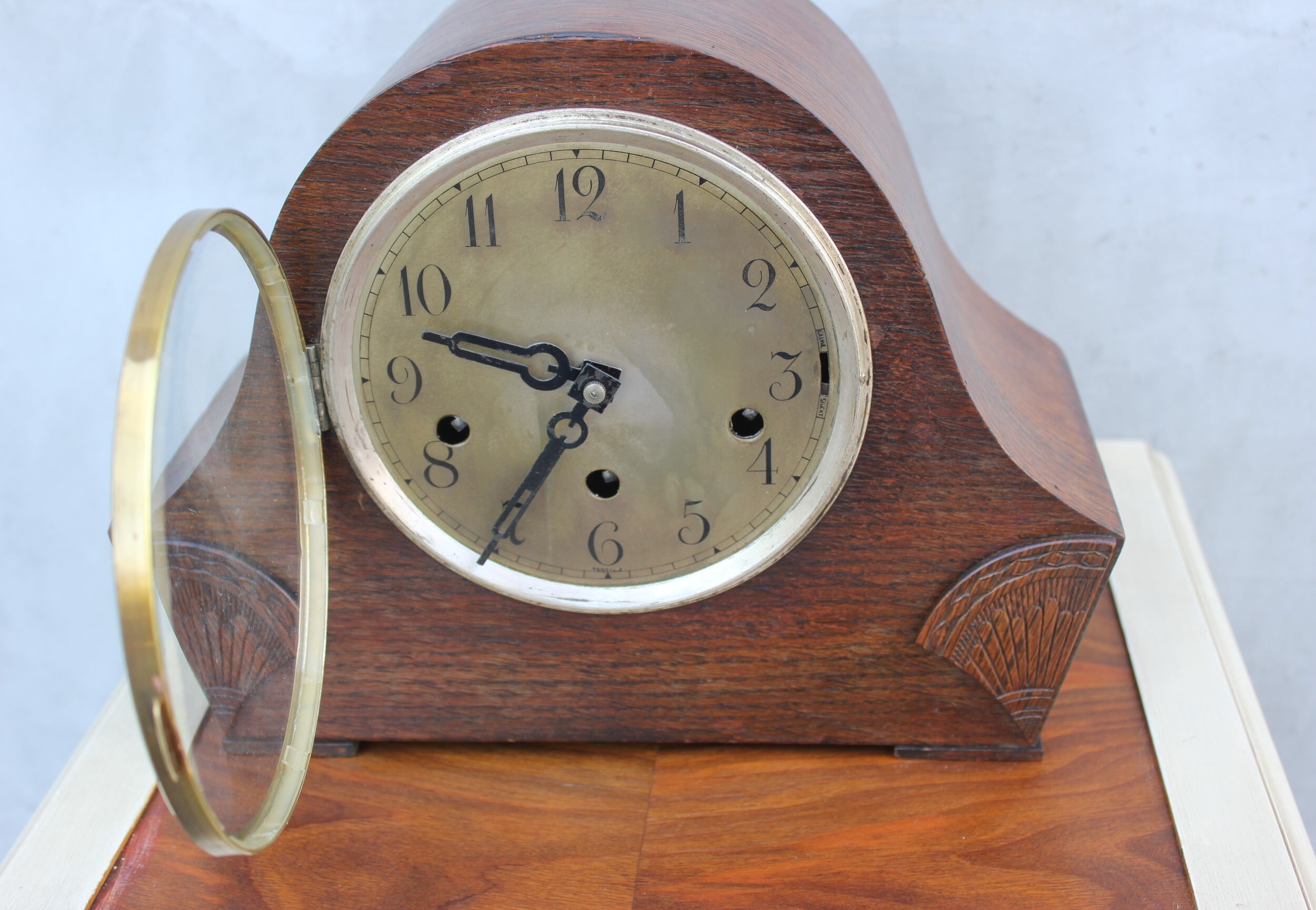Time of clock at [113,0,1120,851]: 9:35
